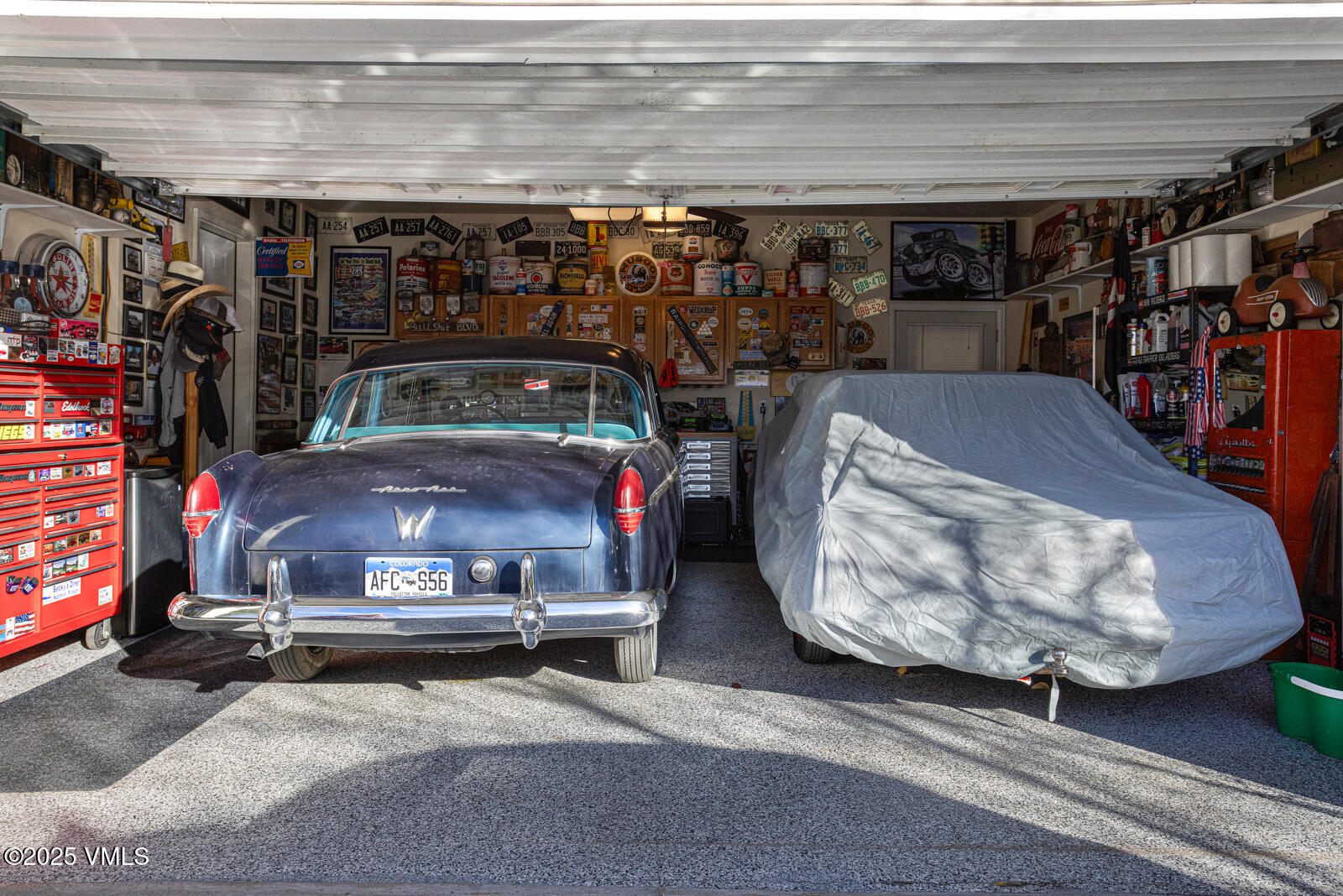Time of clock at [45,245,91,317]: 3:22
